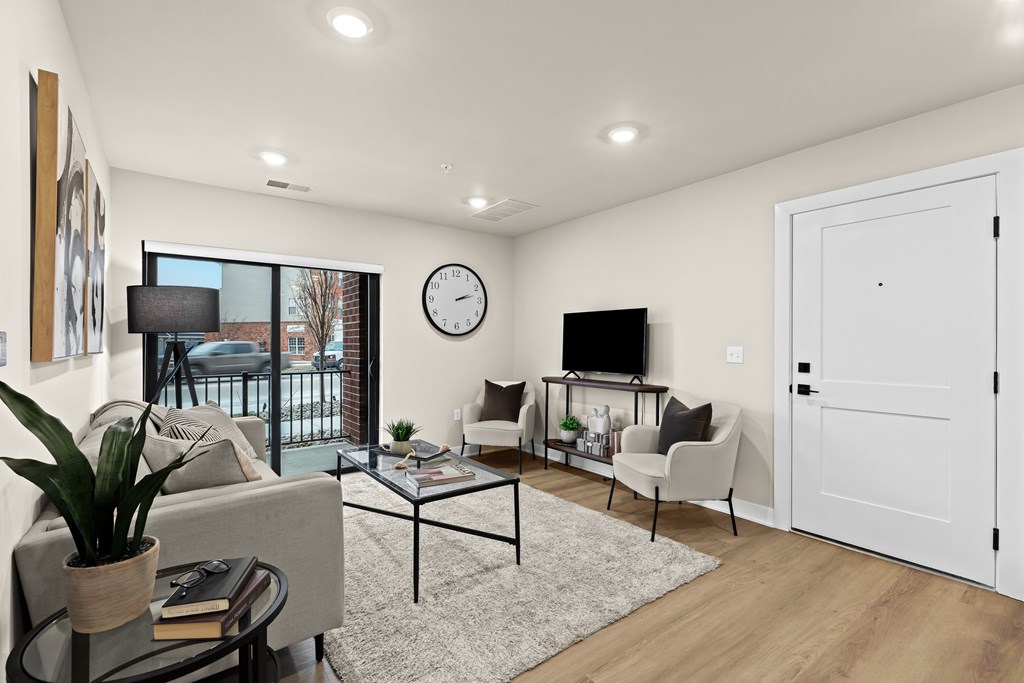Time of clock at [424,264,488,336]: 2:12
